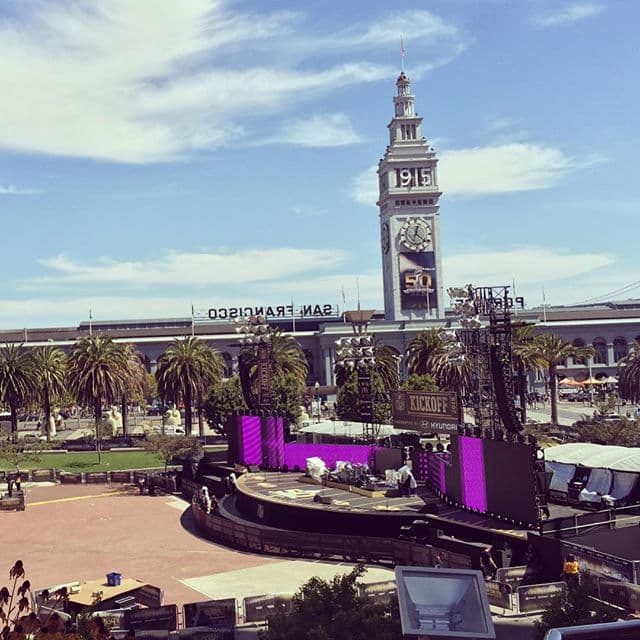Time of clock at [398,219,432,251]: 12:21
